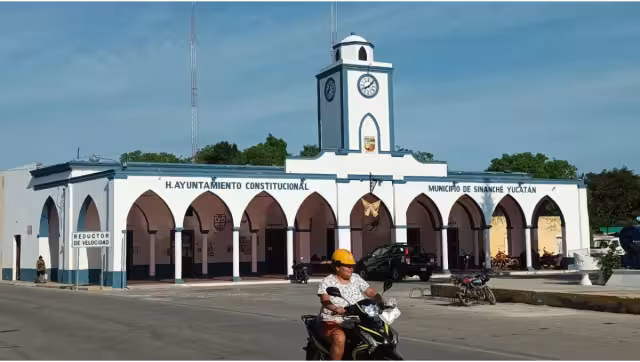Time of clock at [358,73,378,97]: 8:07
